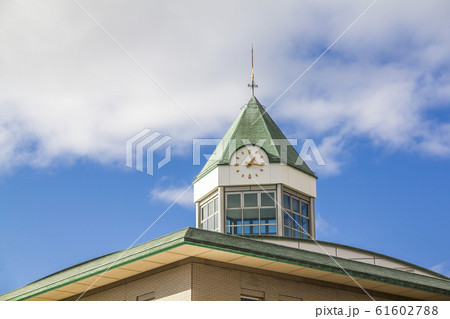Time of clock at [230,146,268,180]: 1:16
